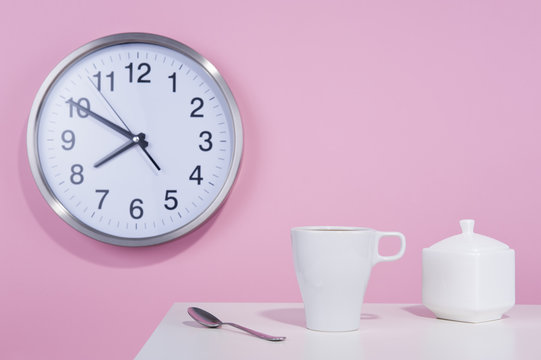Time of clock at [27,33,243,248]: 7:49
